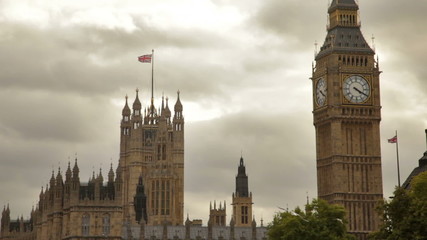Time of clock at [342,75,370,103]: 4:19
